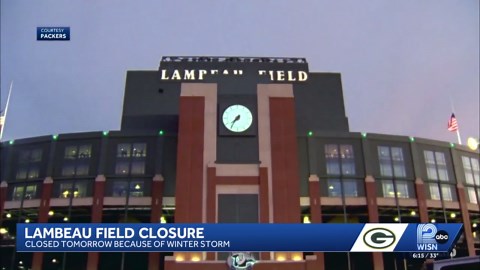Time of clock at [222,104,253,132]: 7:35
